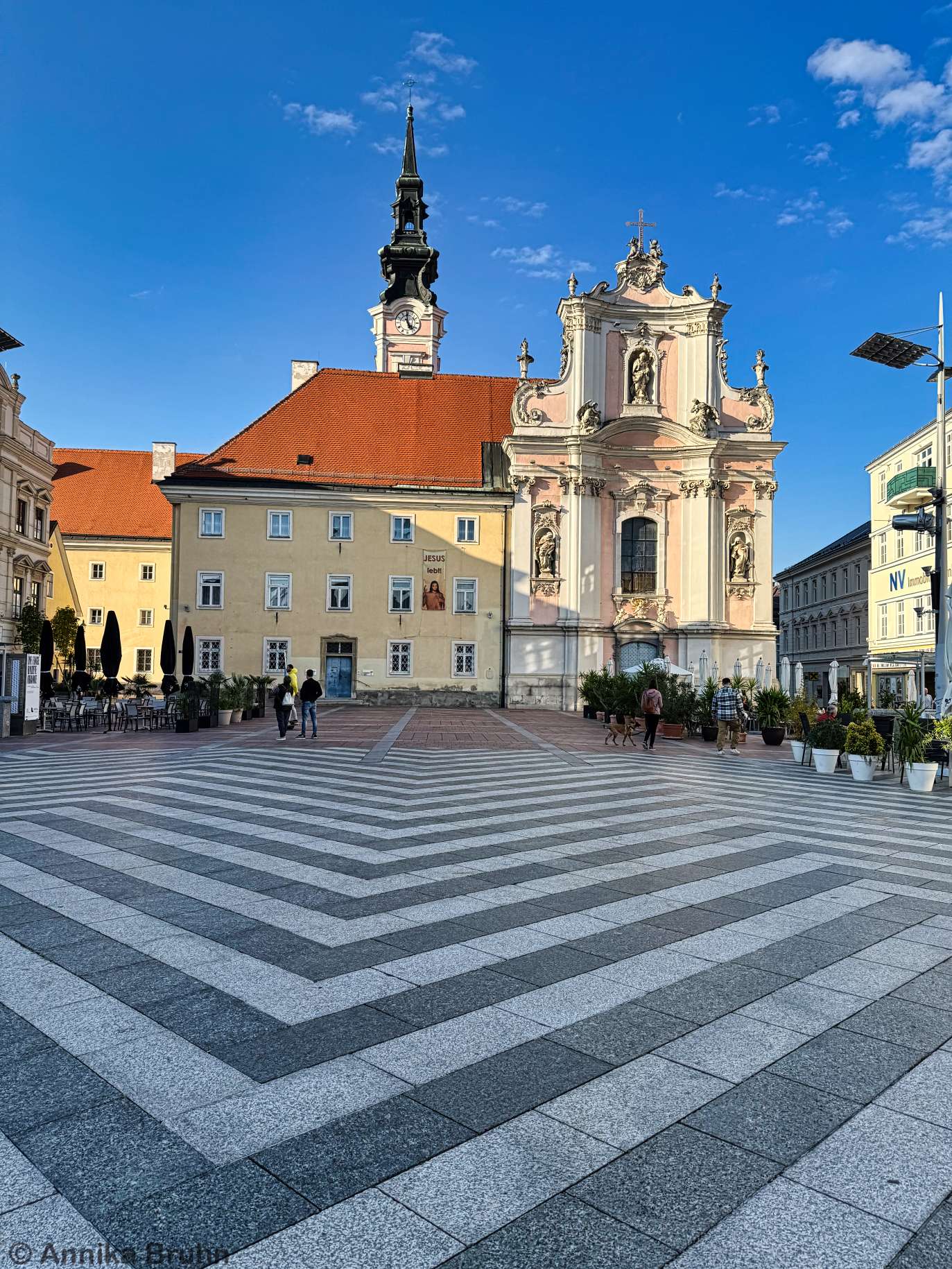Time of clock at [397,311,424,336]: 4:59
